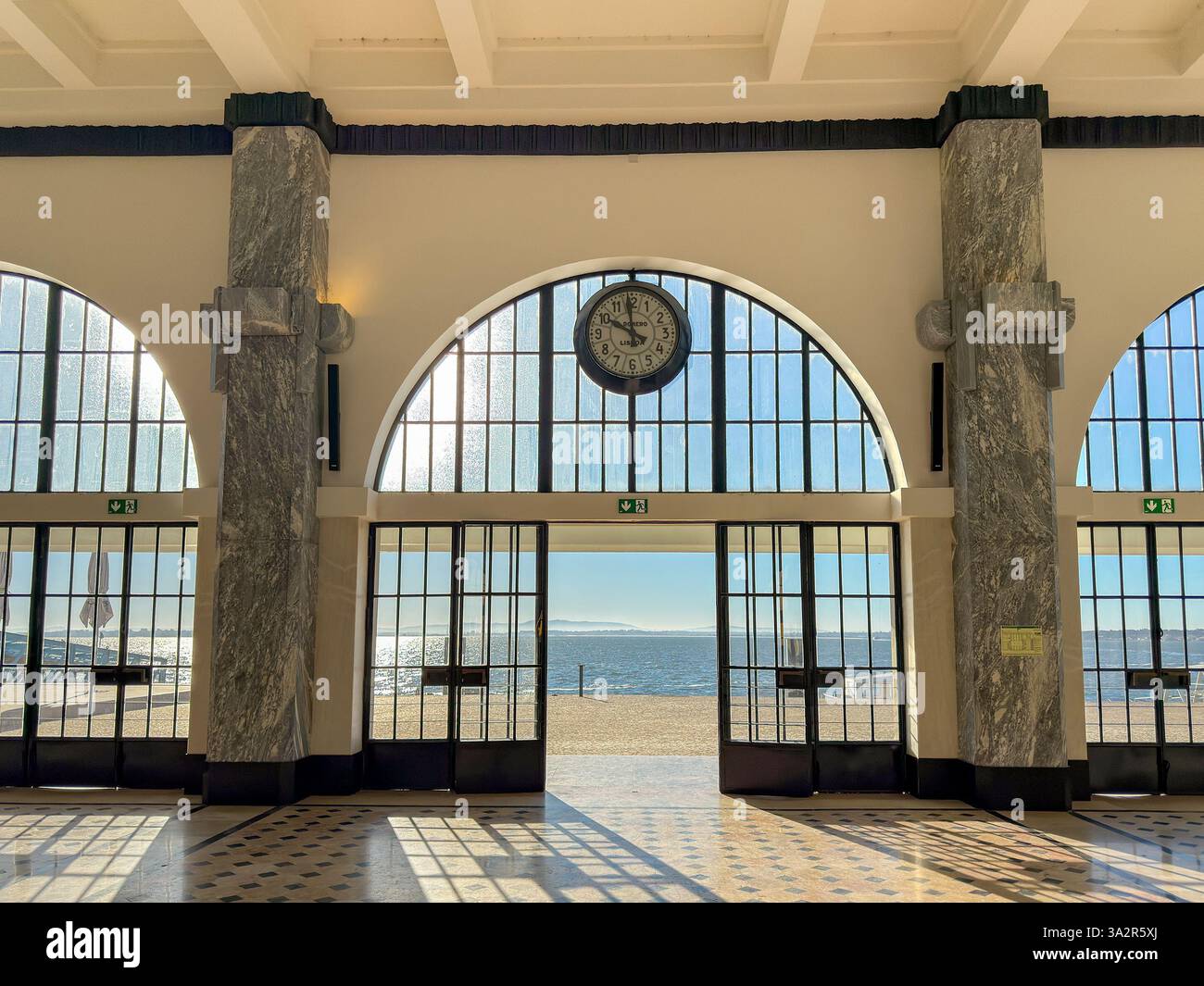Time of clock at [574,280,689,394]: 9:59
